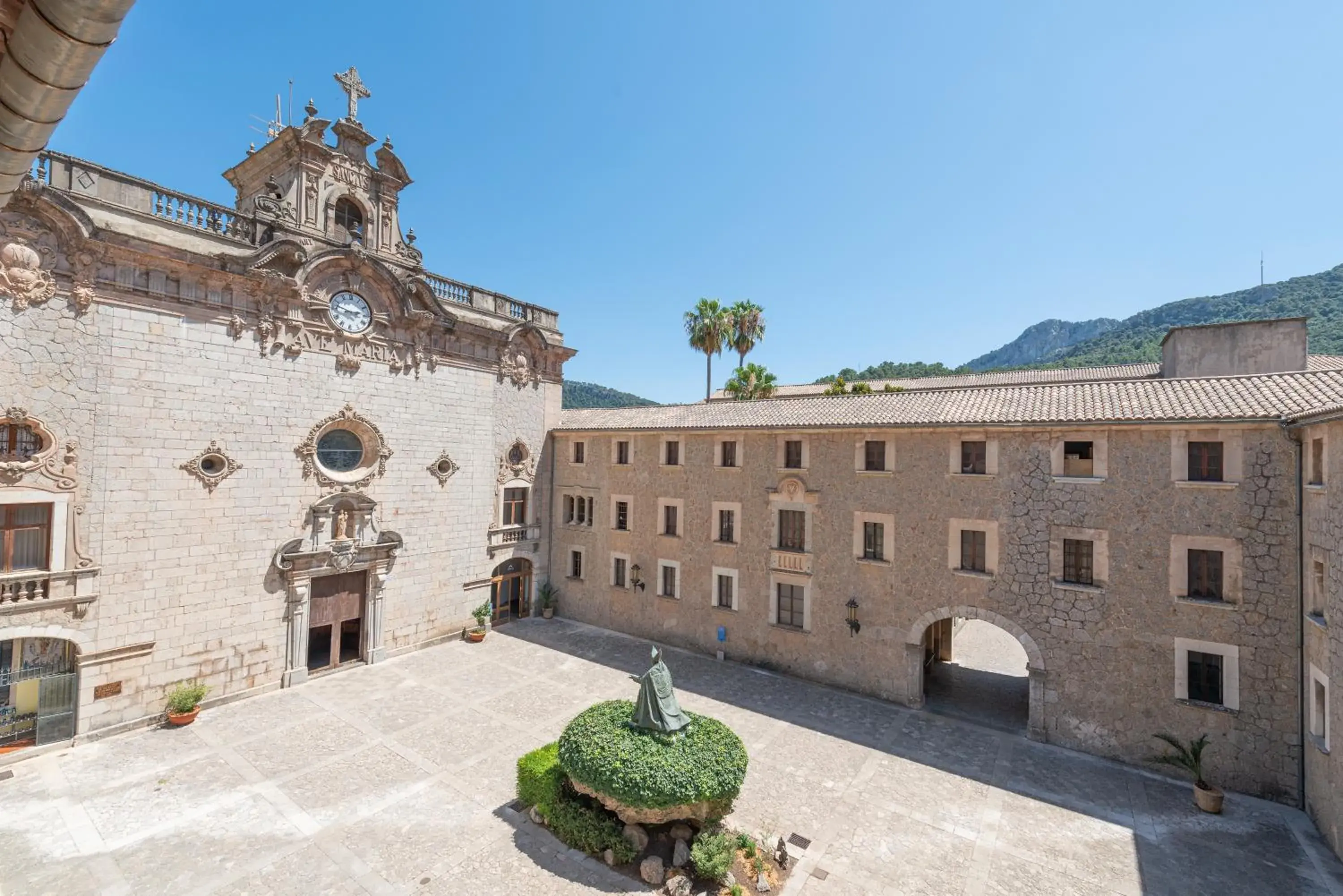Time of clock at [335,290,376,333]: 2:47
